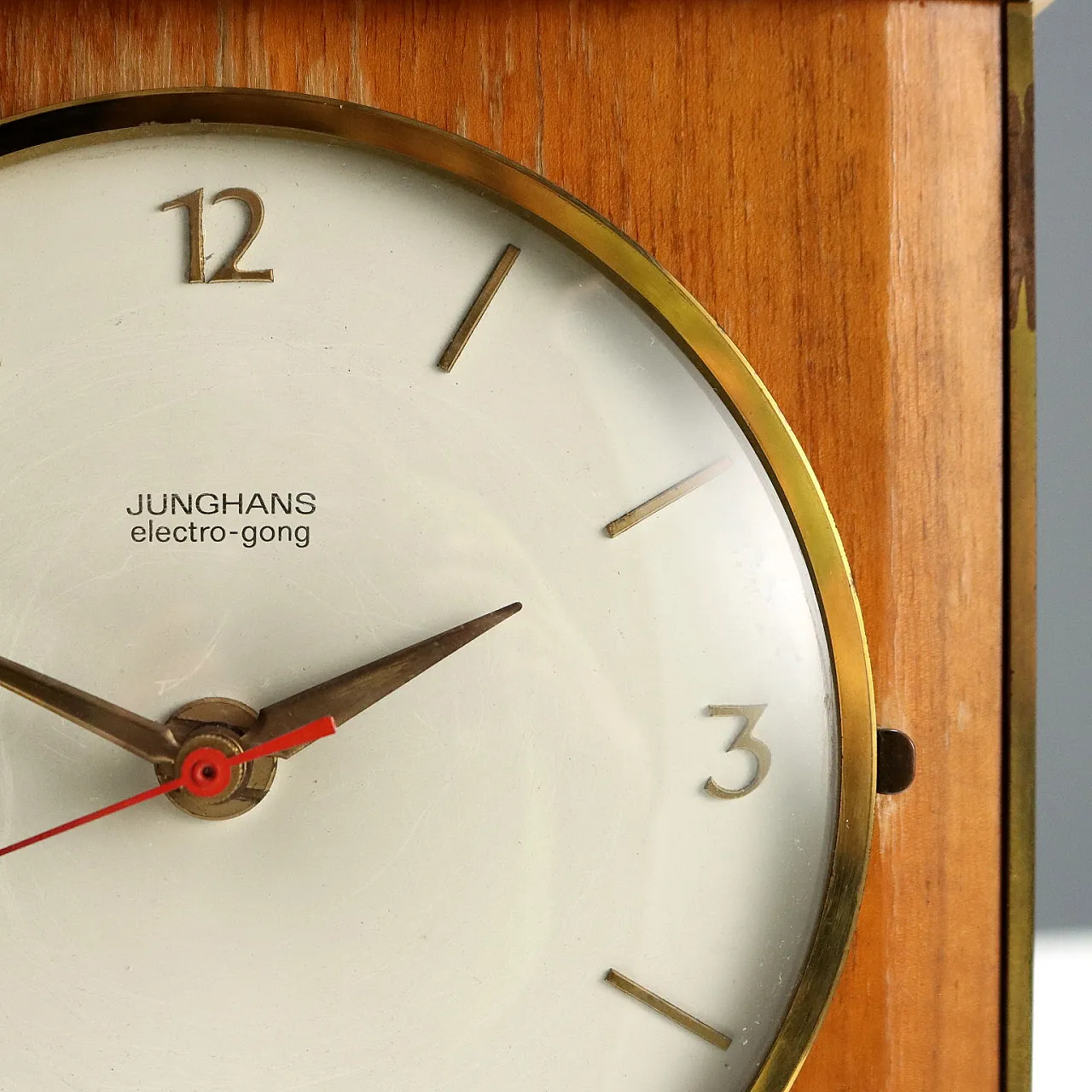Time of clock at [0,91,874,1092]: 9:10
